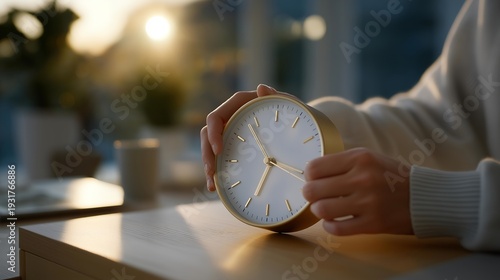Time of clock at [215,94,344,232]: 6:53
